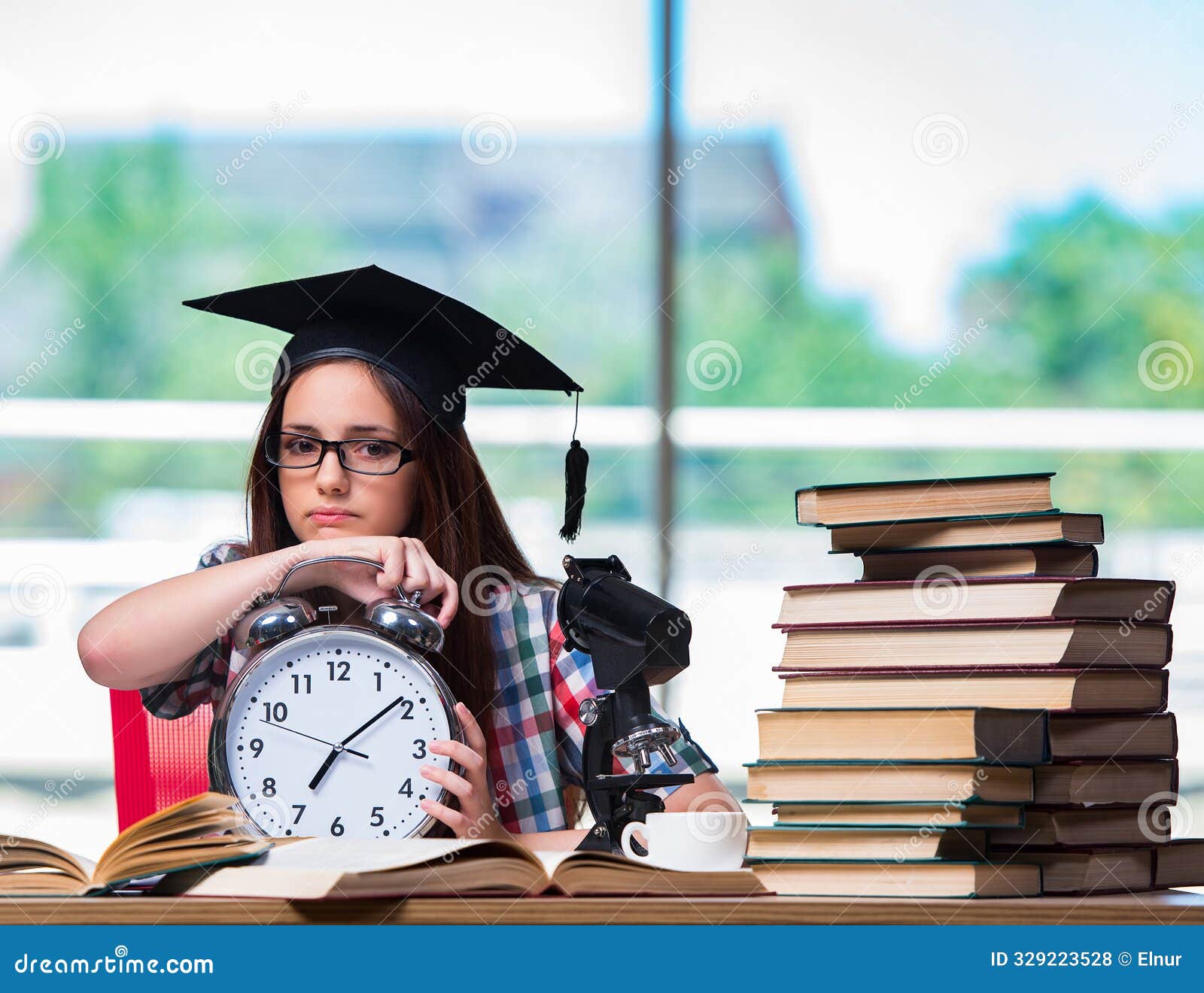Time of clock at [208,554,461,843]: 7:08
